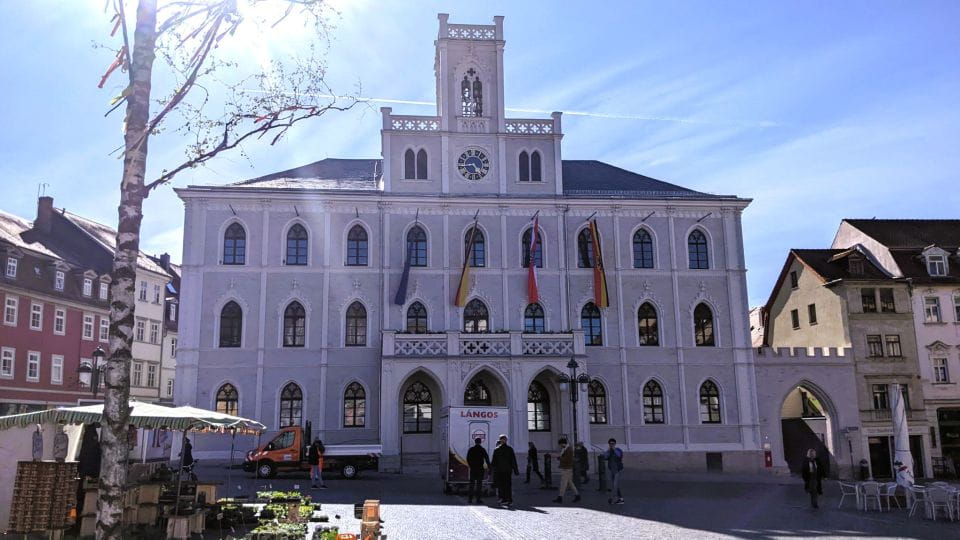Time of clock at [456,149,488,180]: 4:42
